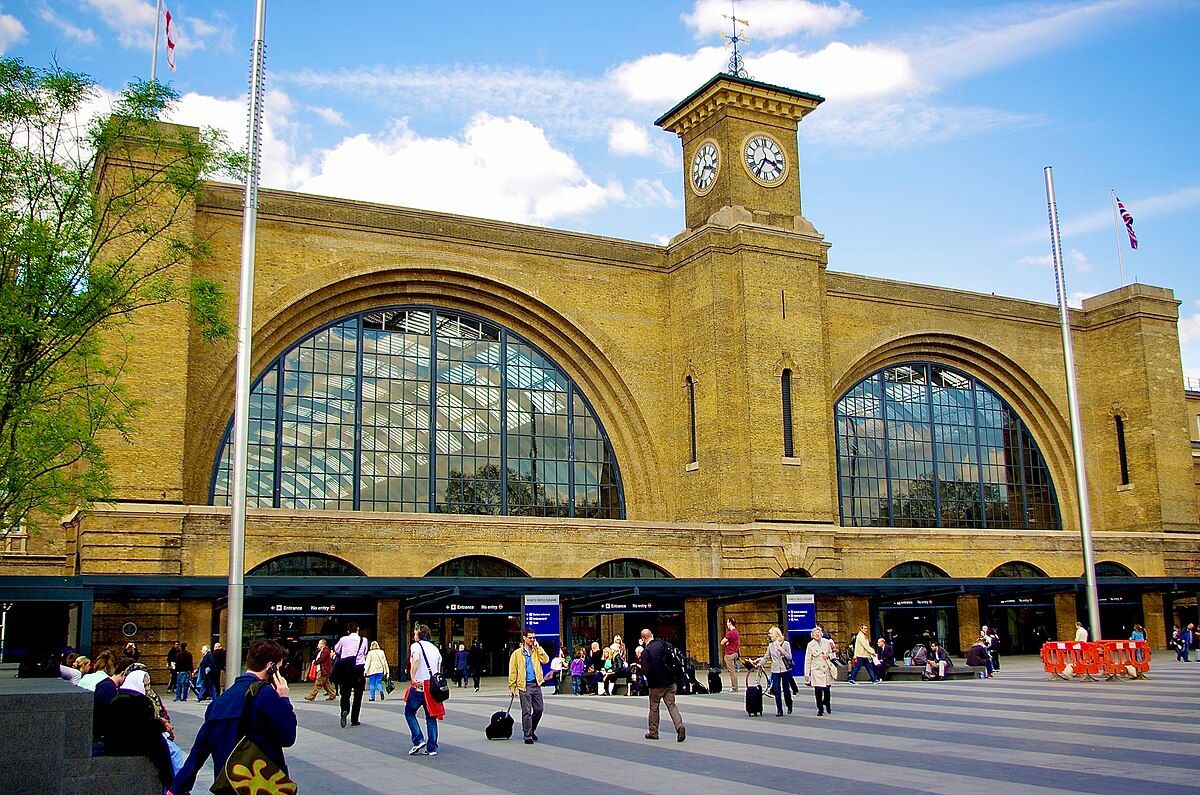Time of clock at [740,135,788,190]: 3:34
